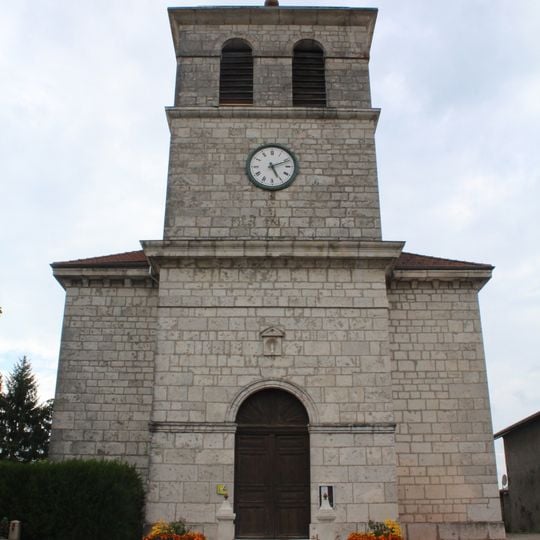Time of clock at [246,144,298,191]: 5:11
